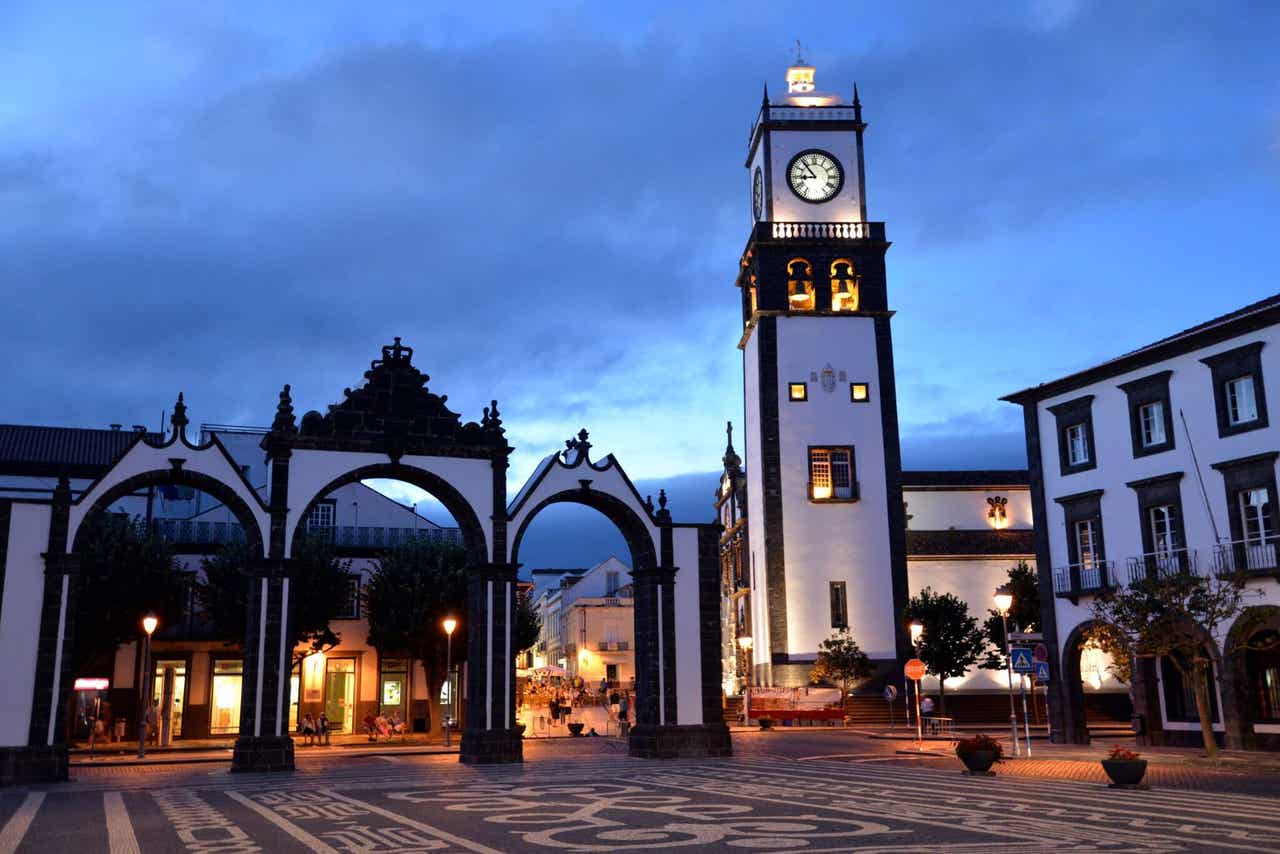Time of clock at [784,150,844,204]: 8:53
